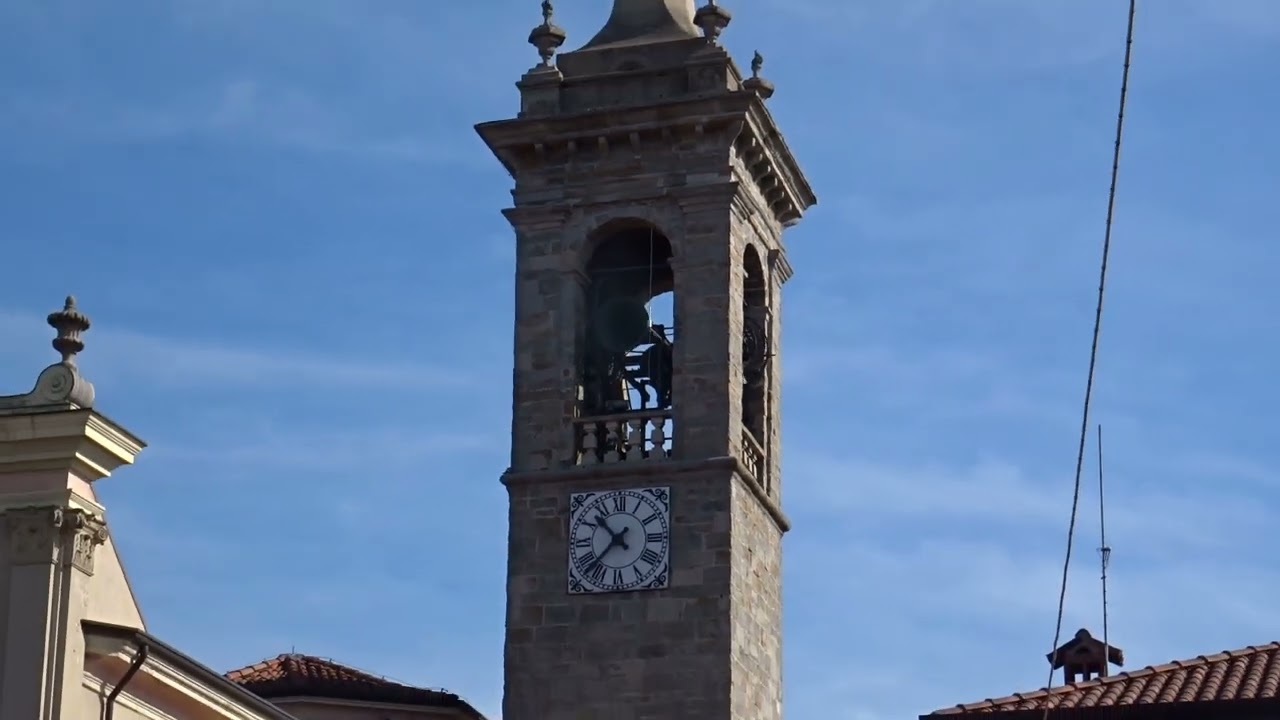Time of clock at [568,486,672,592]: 10:37
